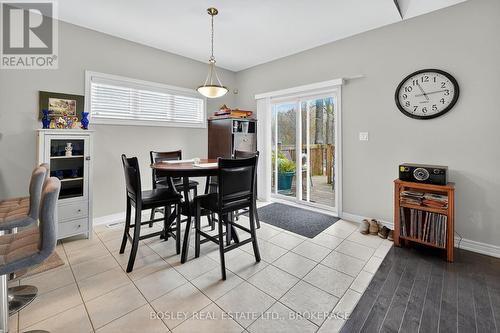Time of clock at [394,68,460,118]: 11:13
